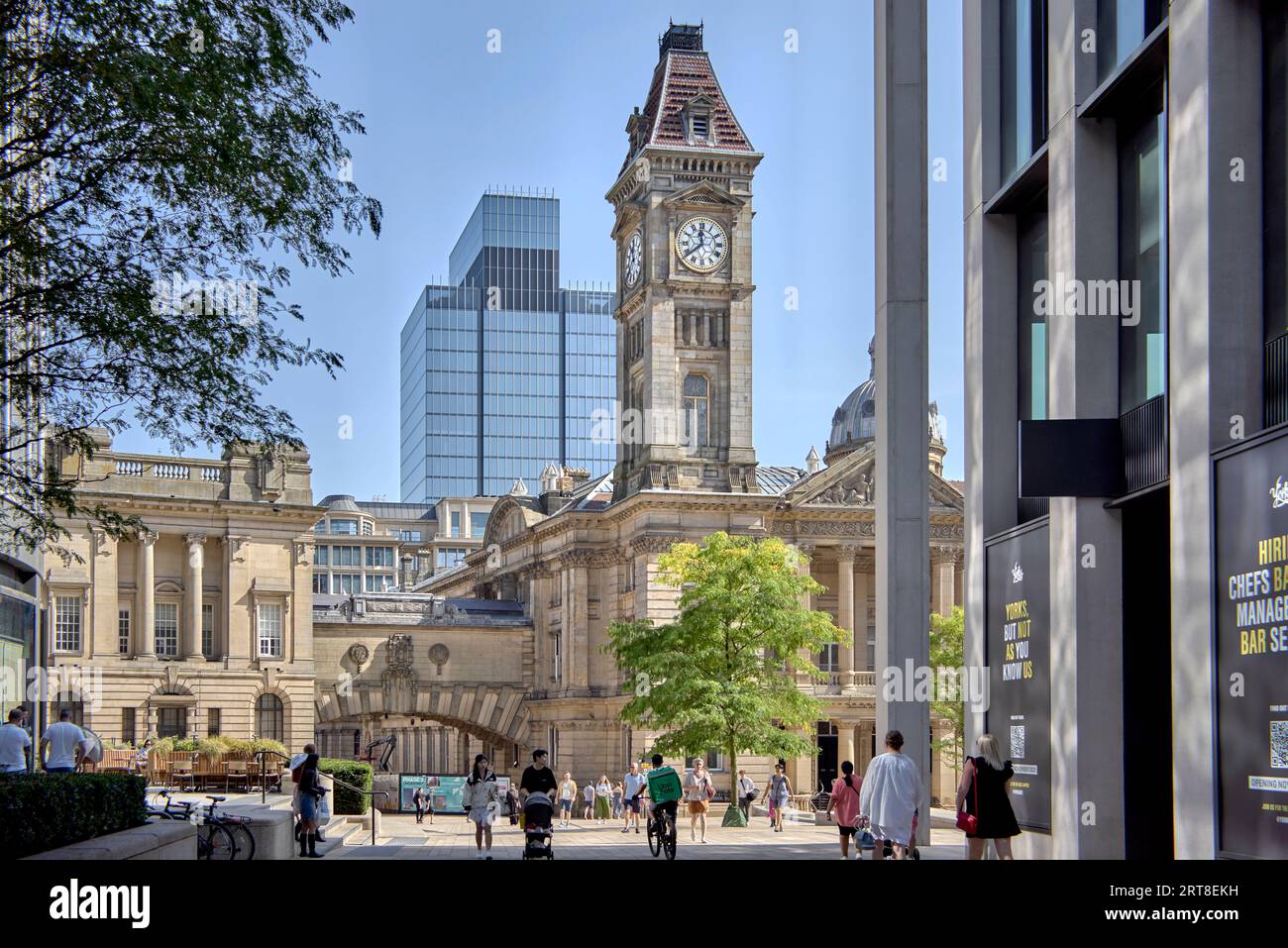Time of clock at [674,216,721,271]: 11:38
